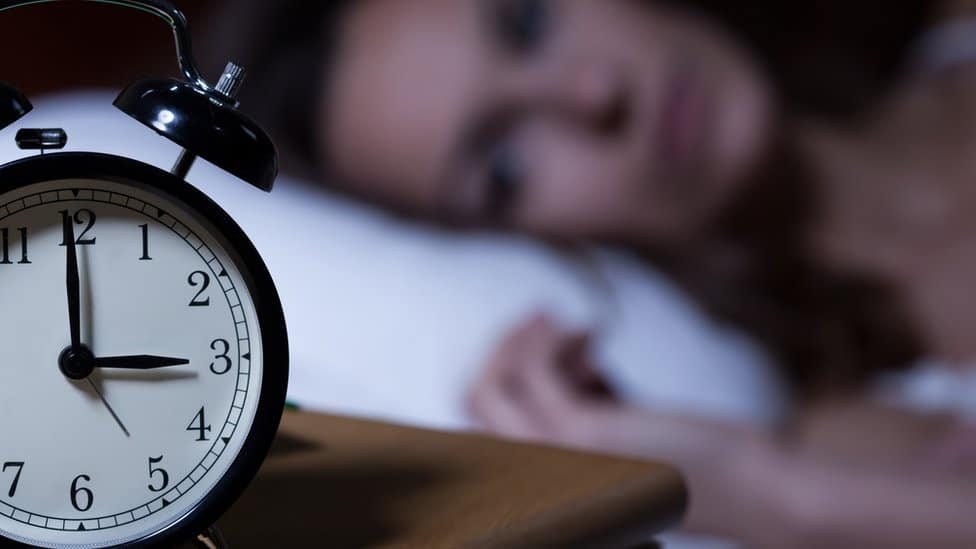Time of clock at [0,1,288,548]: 2:59
